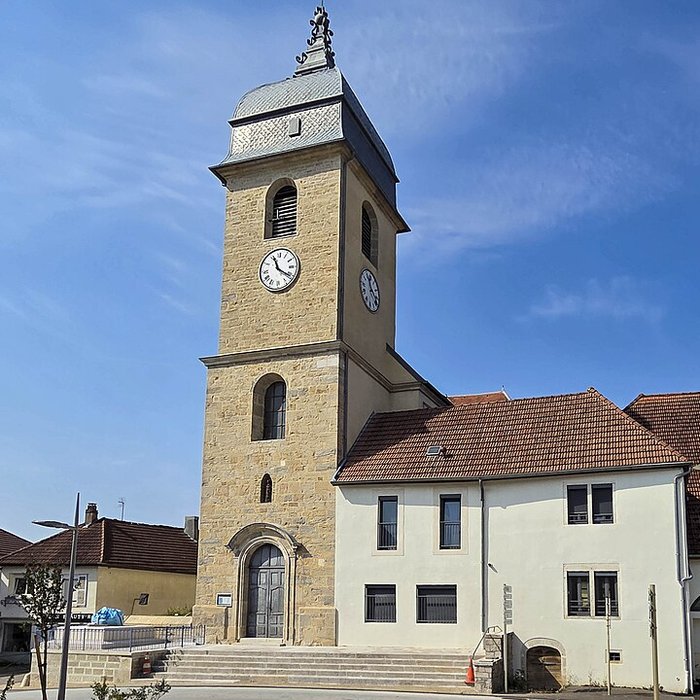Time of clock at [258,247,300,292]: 11:20
